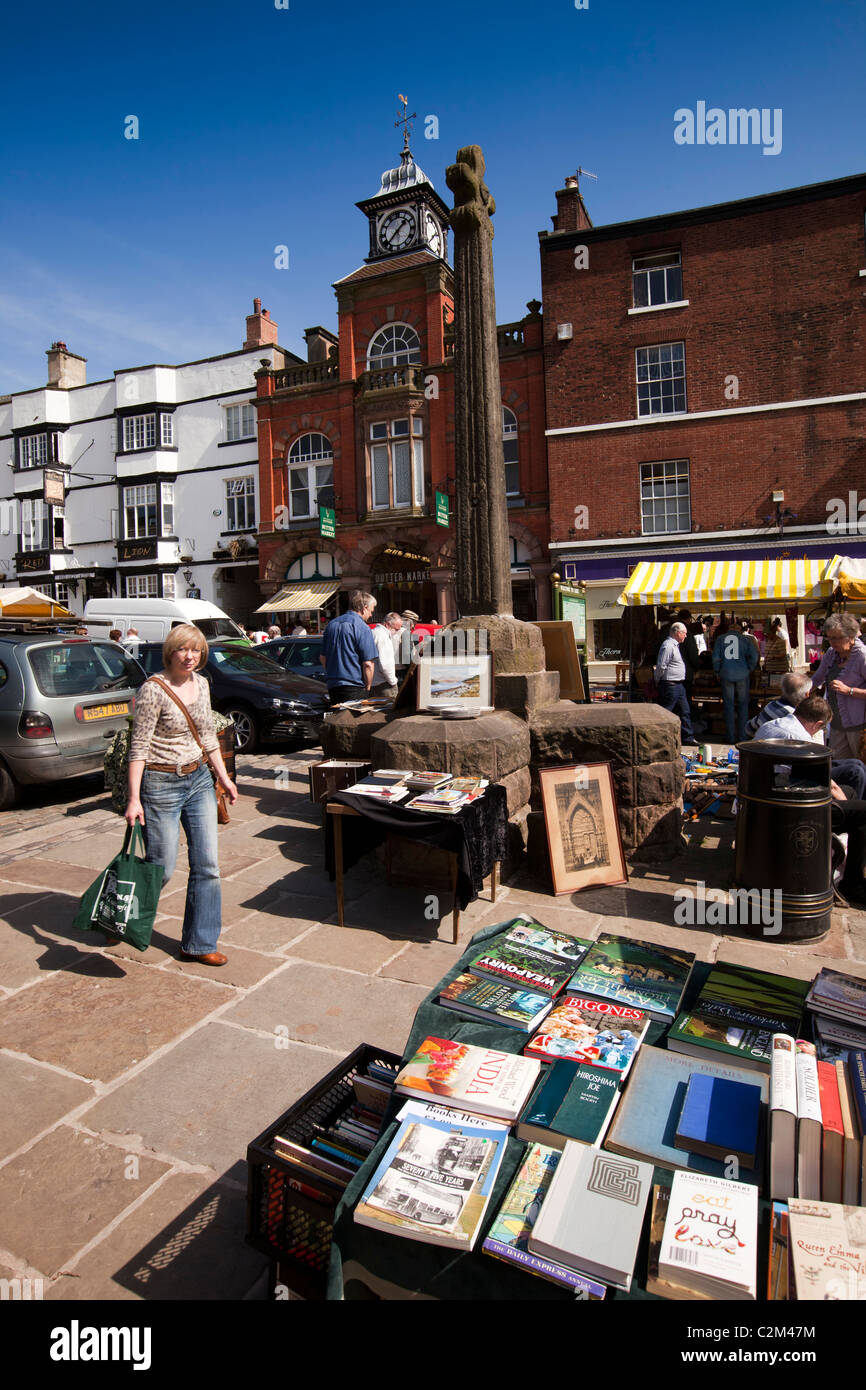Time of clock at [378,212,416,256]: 1:37
